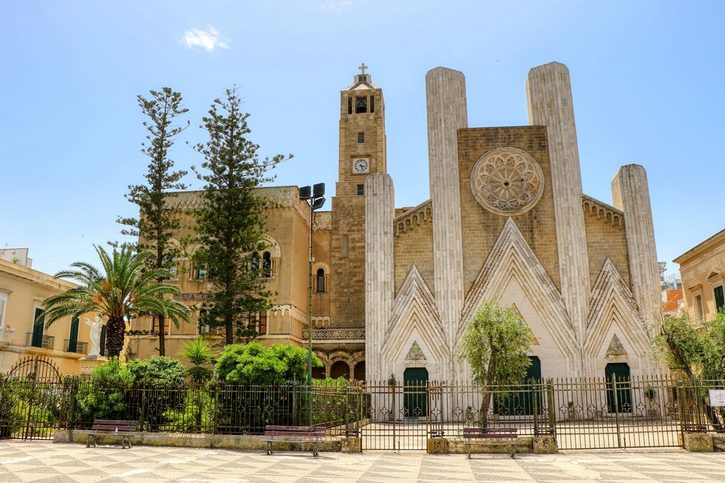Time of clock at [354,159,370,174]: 3:26
